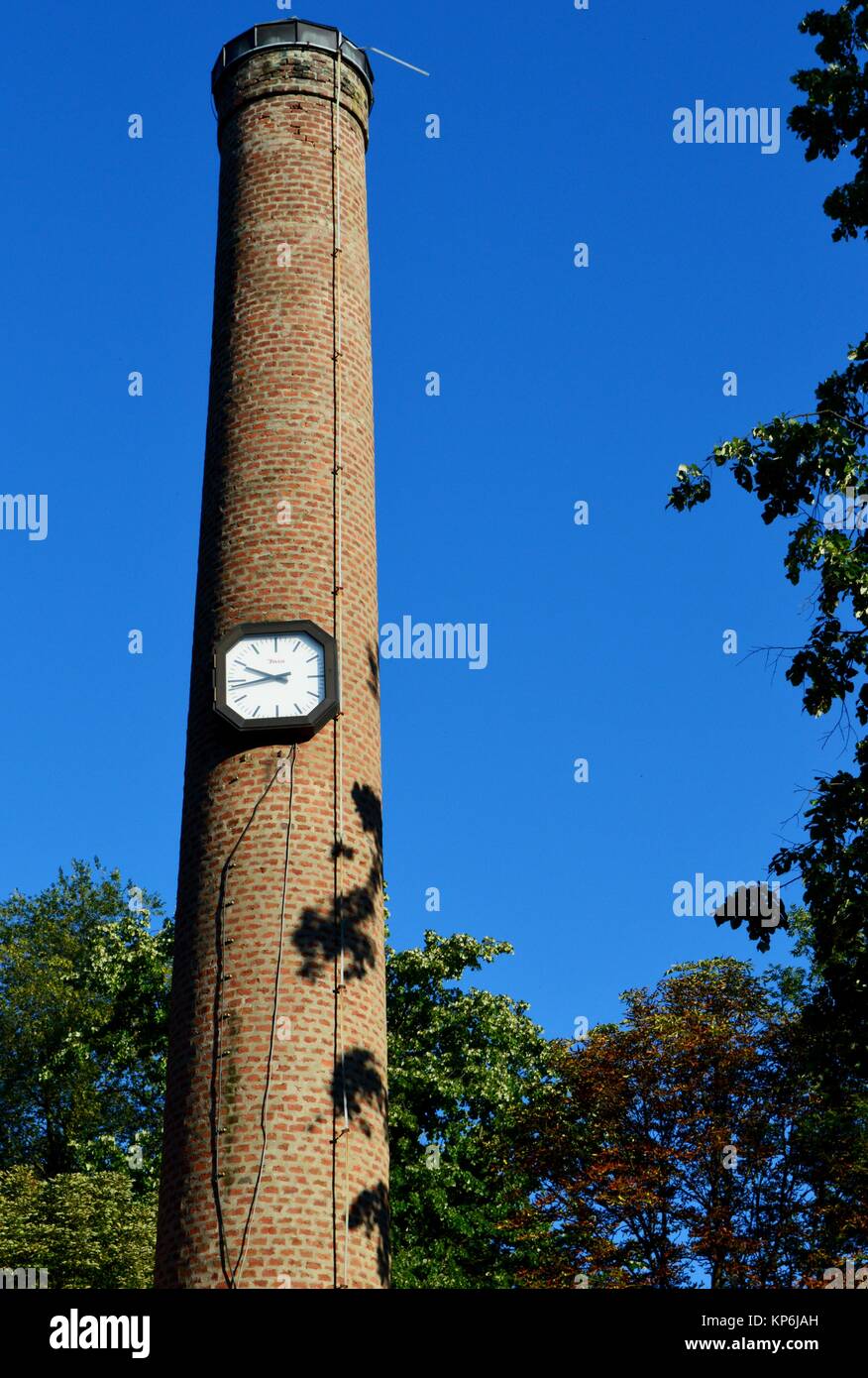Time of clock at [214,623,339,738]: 9:42
